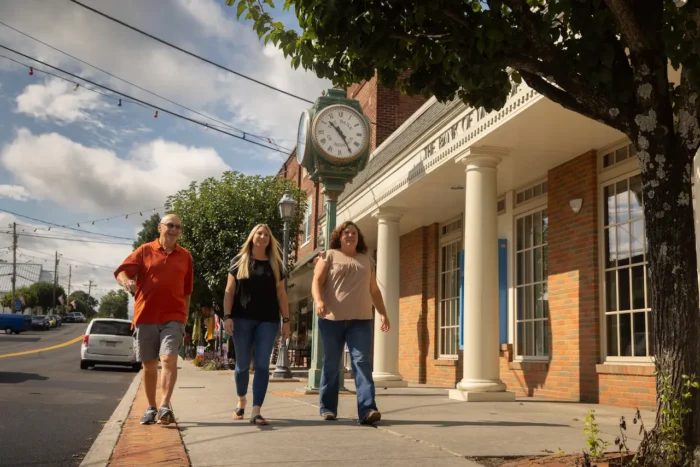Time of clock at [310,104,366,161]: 10:24
